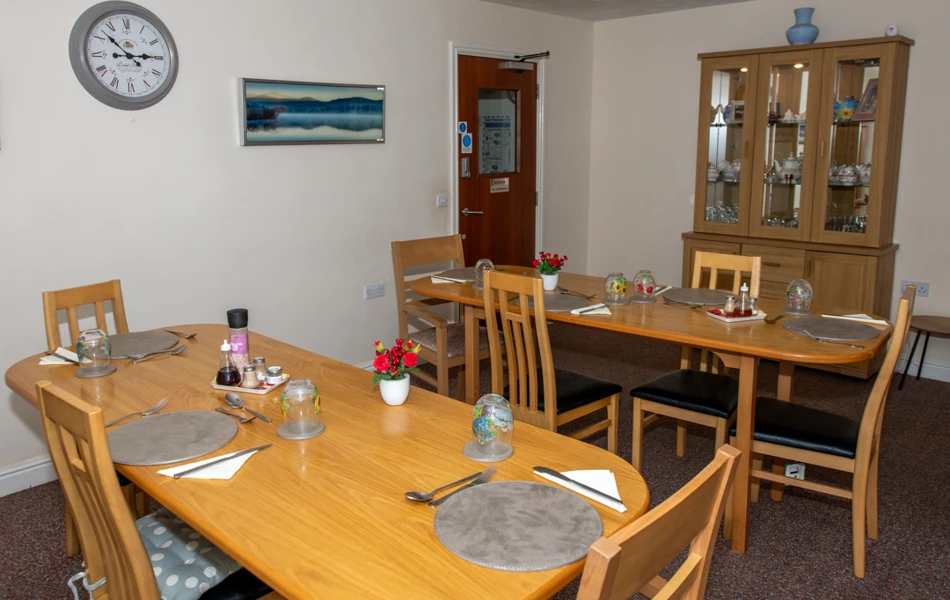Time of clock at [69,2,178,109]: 2:52
